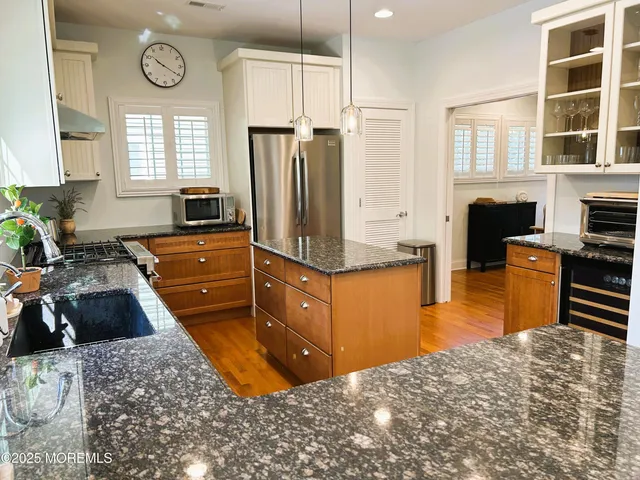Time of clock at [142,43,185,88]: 10:20
